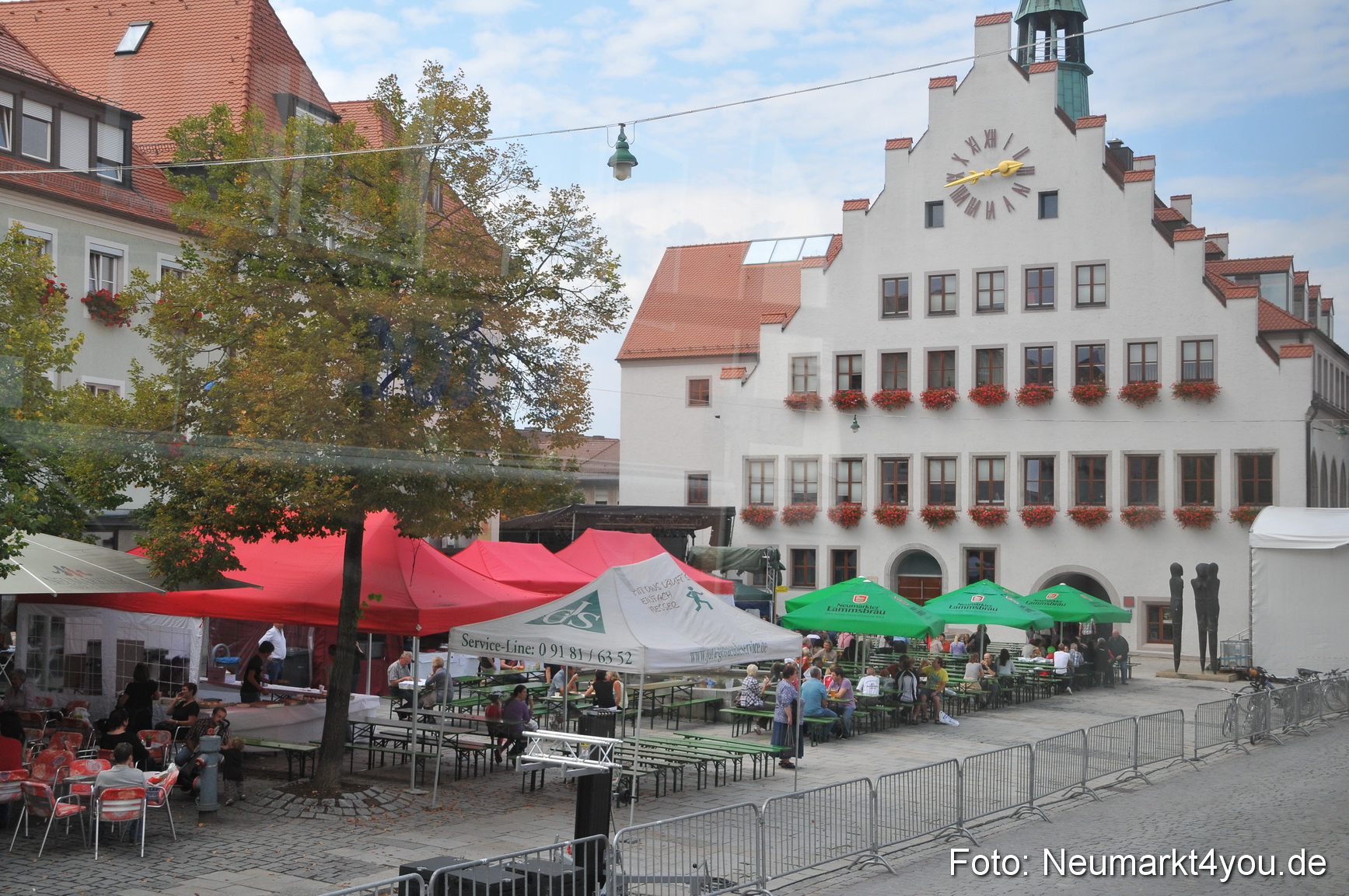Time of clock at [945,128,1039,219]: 2:42
